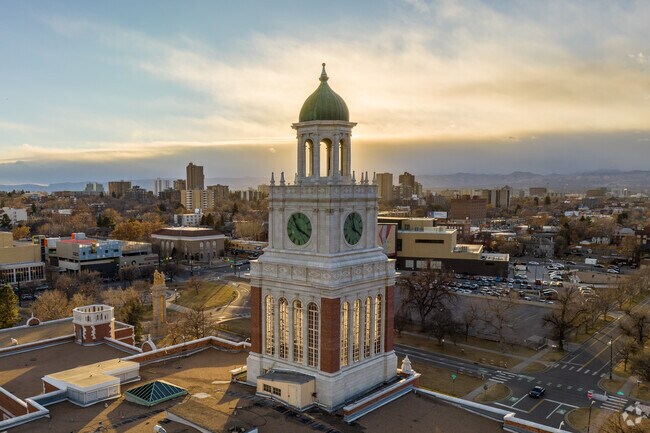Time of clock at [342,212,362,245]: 3:58
